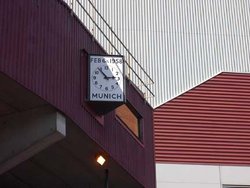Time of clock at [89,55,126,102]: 2:52
